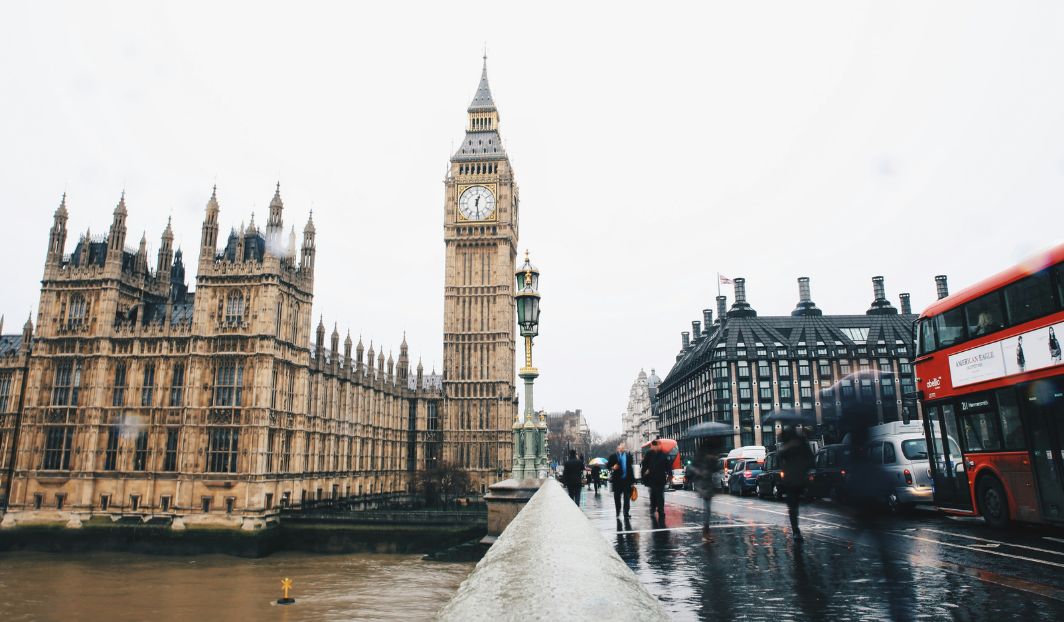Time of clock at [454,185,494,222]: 12:28
